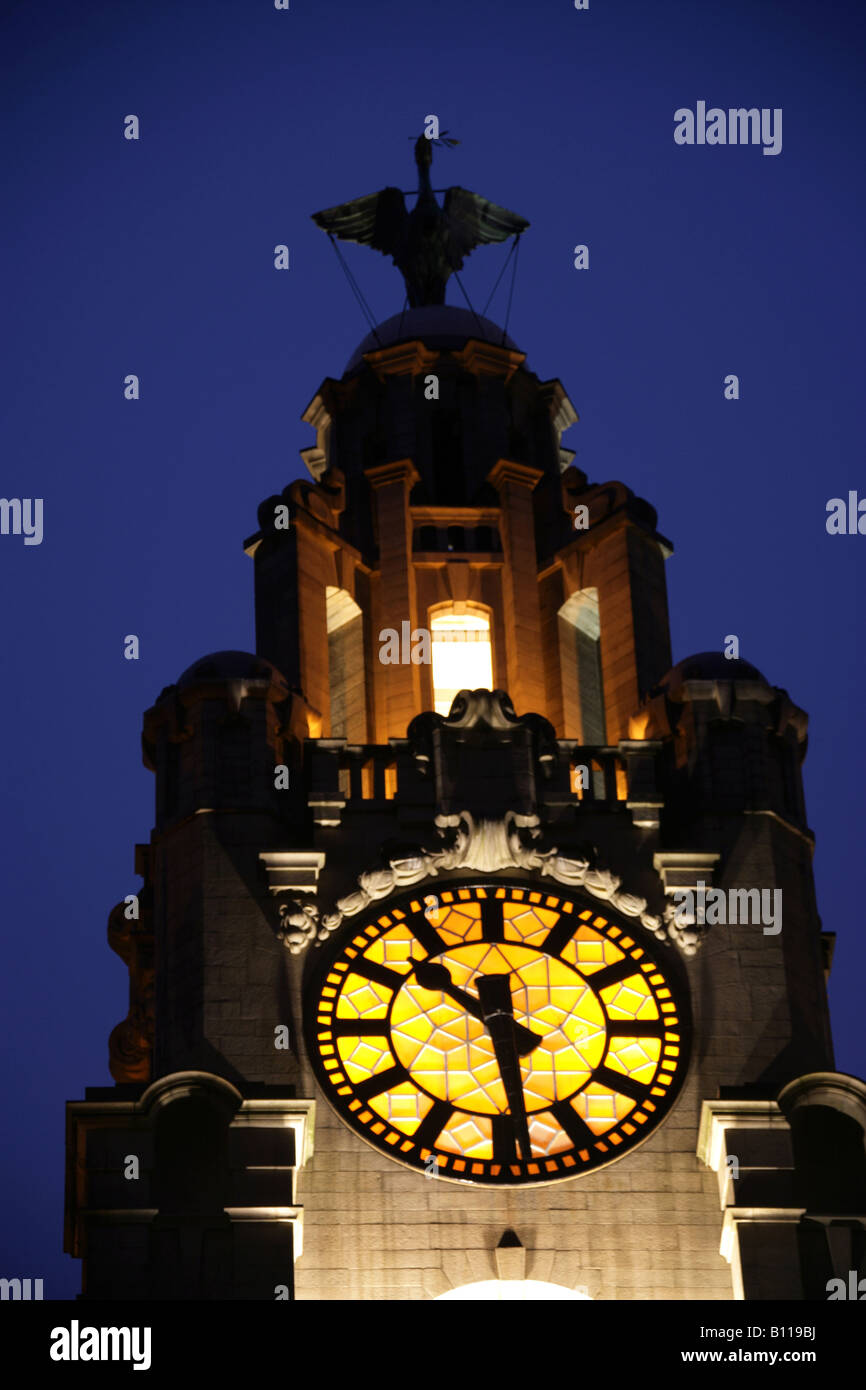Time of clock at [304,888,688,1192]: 10:28
